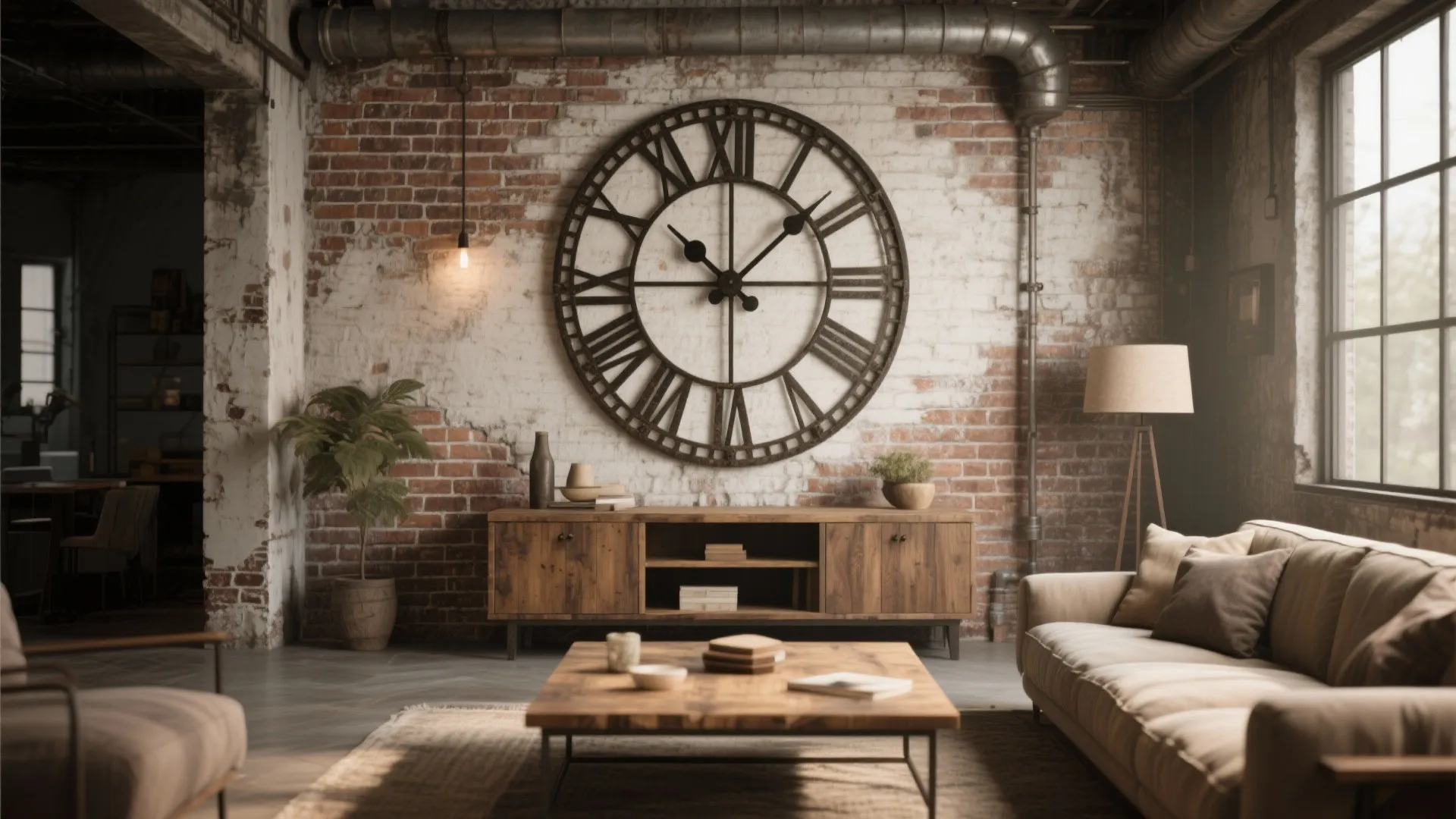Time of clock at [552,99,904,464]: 10:07
